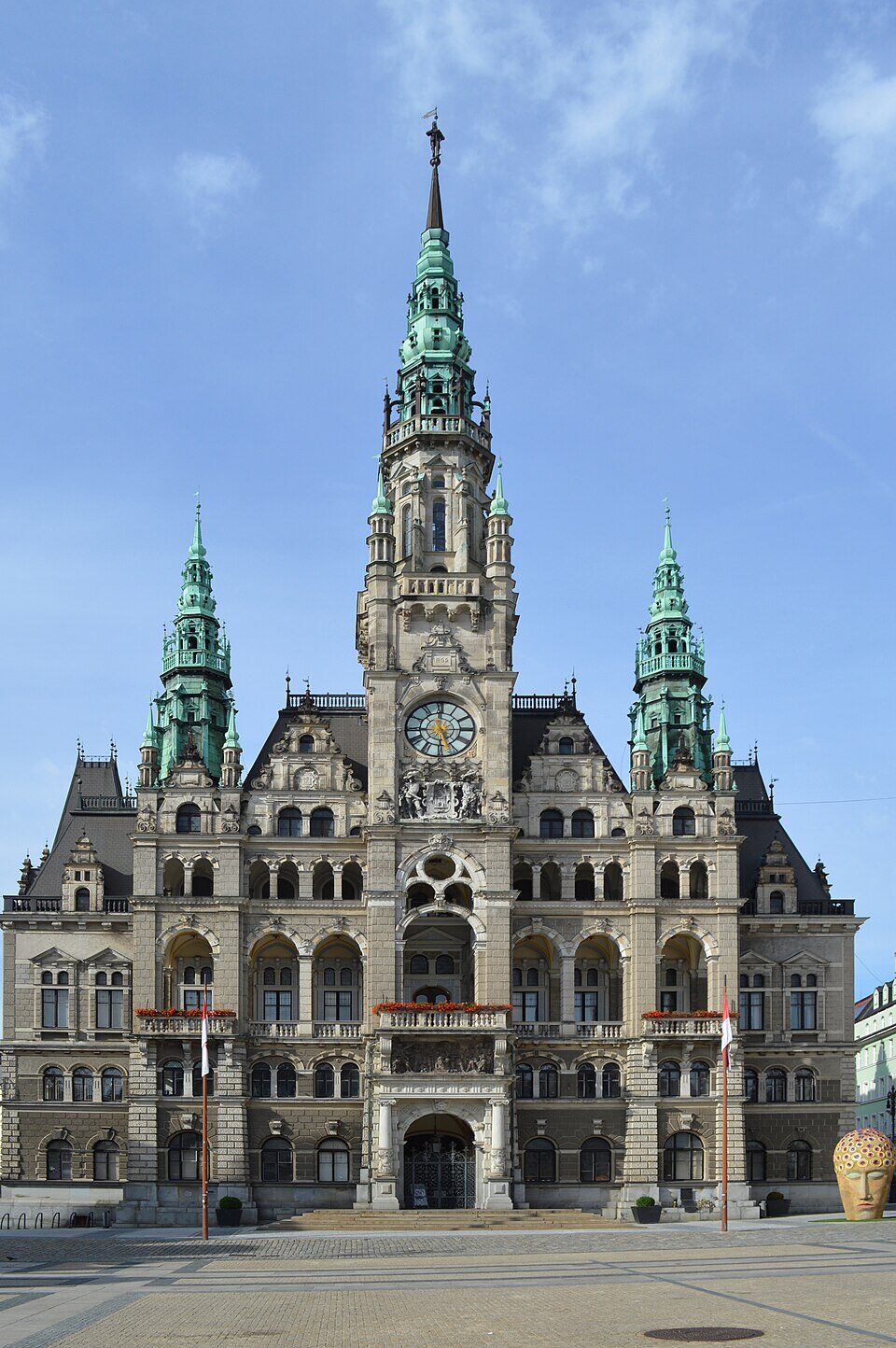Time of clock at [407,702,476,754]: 5:14
